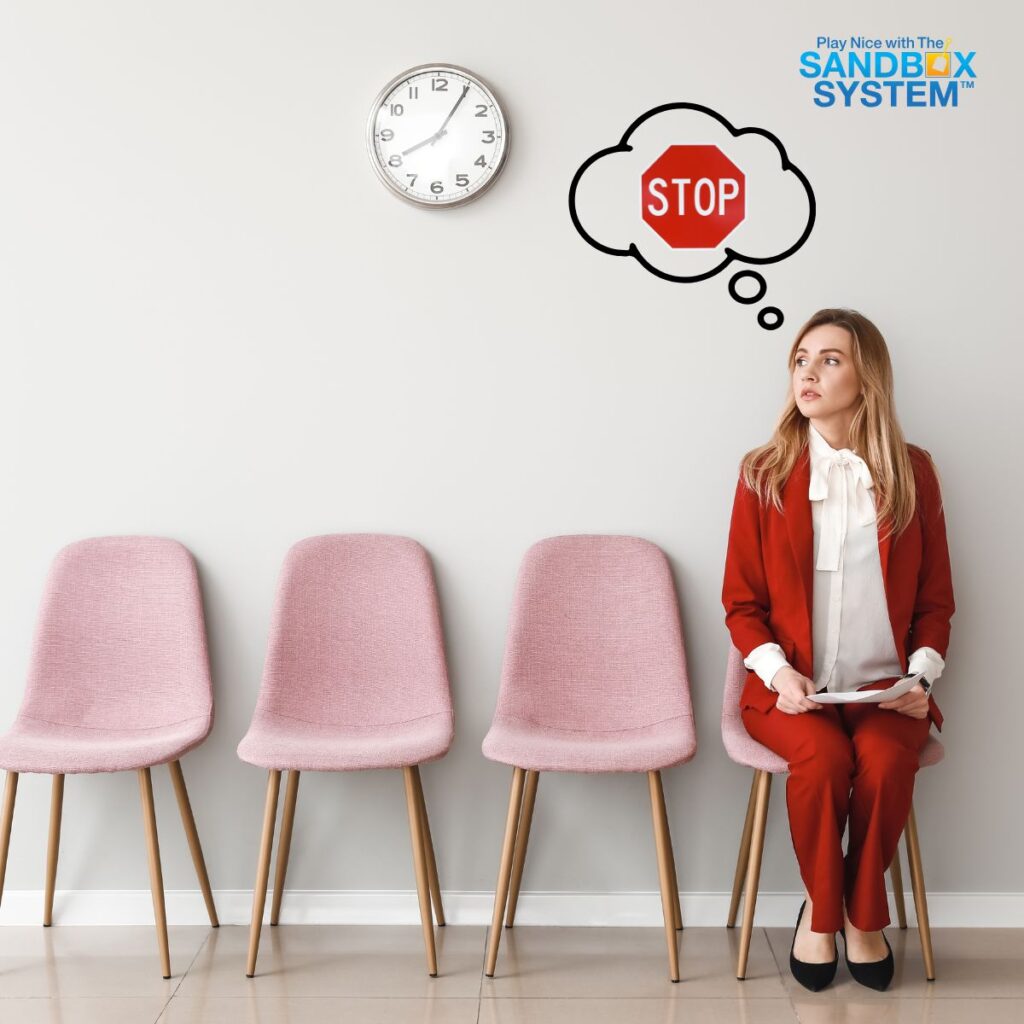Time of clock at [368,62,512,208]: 8:05
